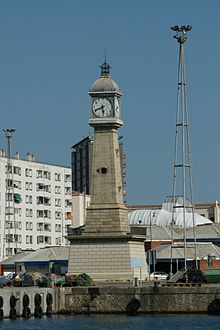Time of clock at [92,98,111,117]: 5:41
